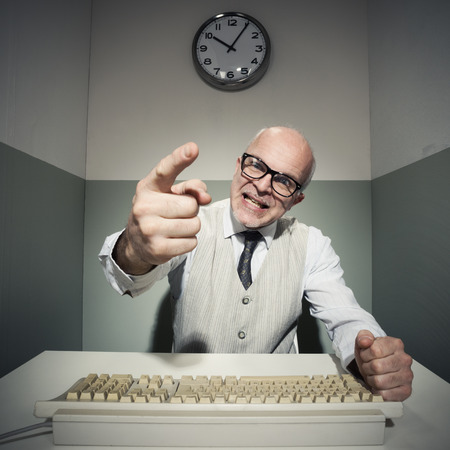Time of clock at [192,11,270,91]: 10:05
